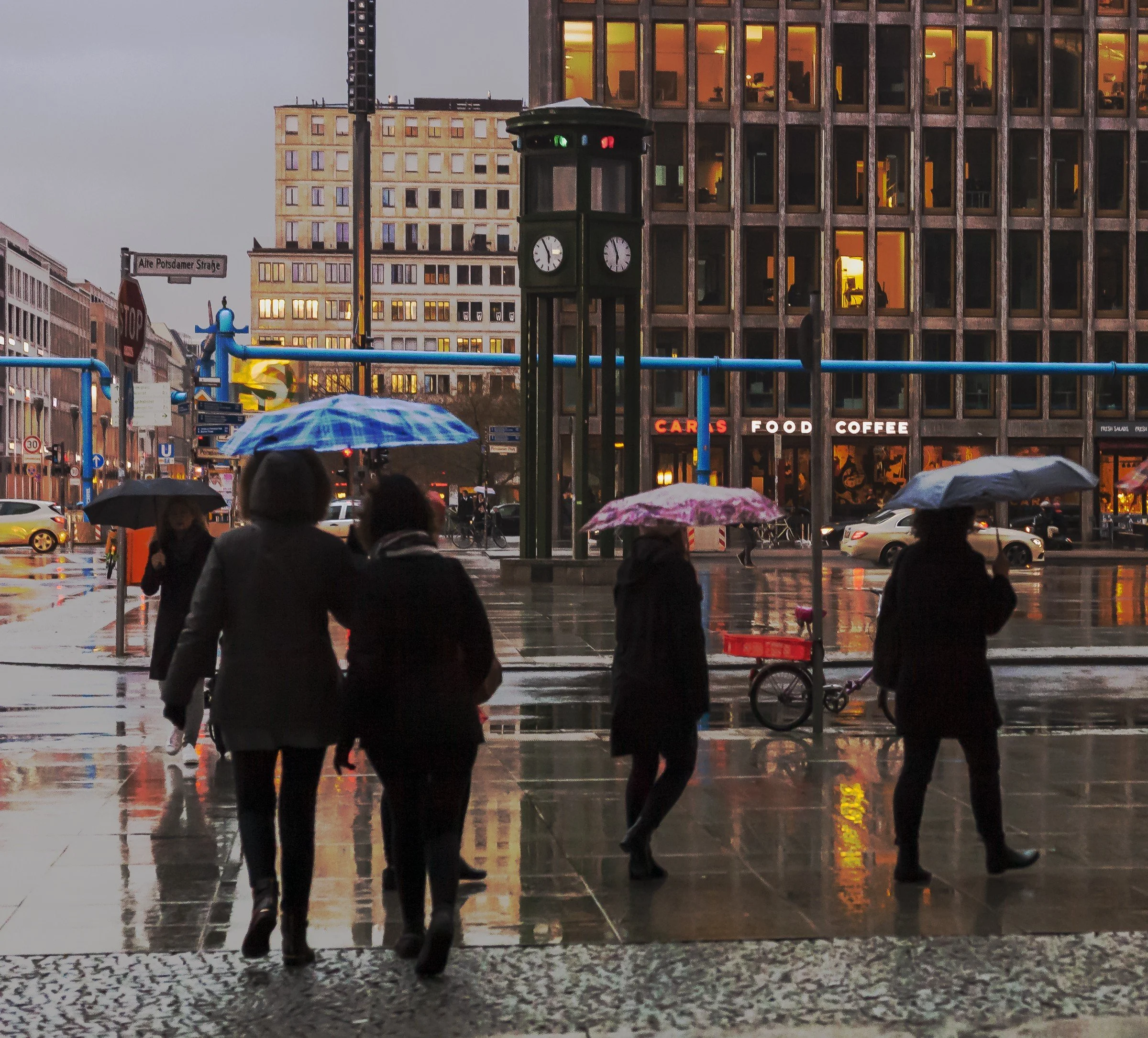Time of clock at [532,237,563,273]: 5:55
